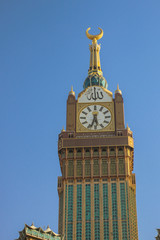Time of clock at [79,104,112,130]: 5:33
